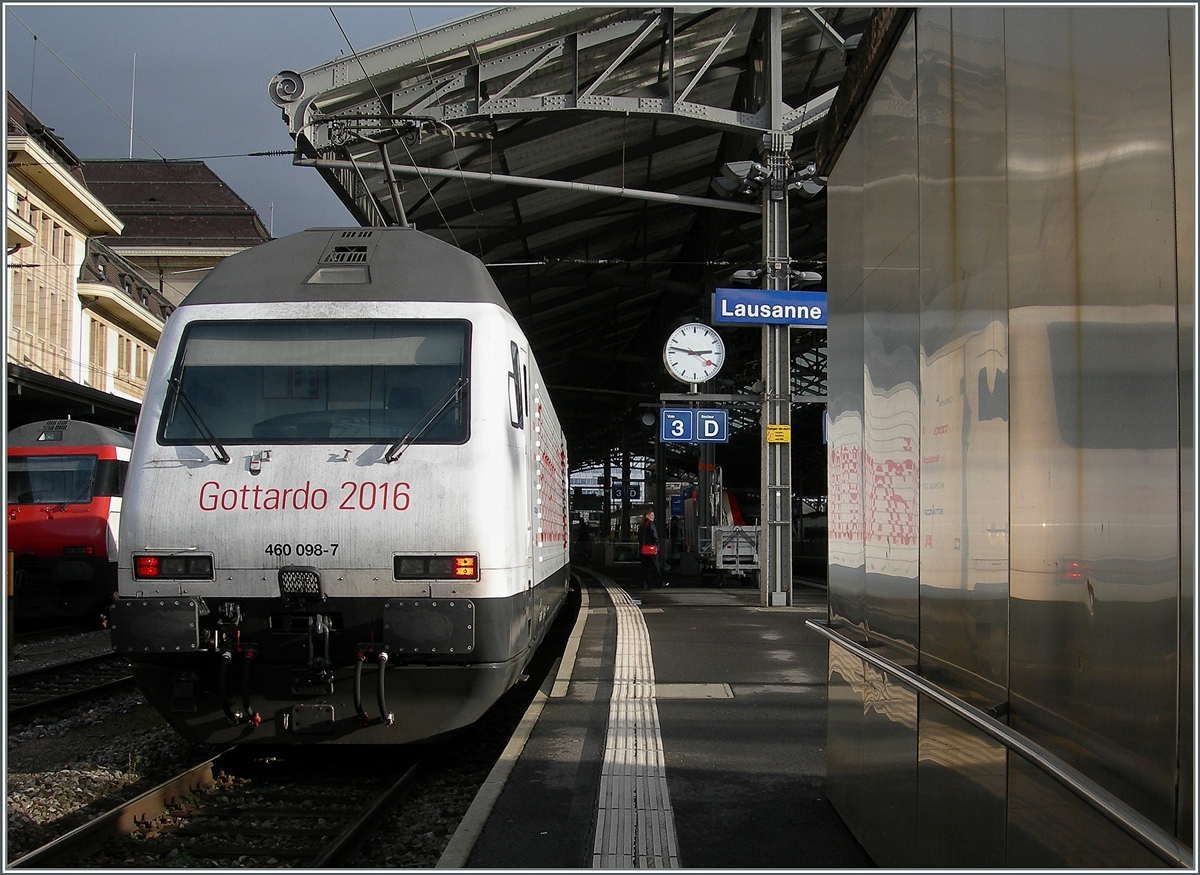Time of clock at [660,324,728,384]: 2:47
